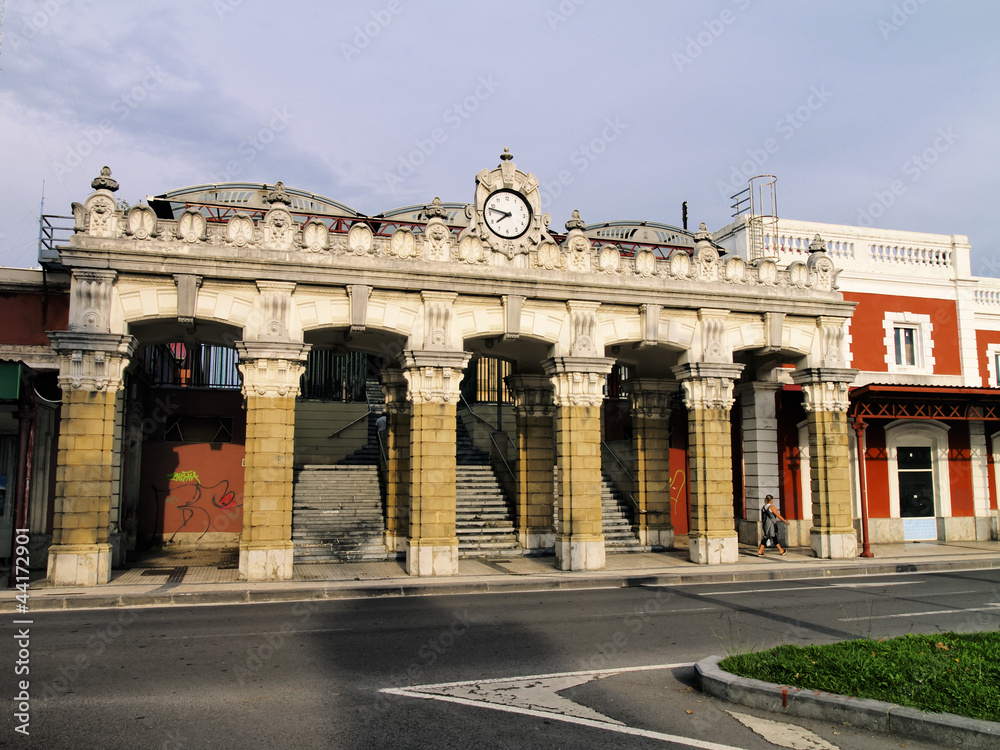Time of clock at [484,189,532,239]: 7:47
